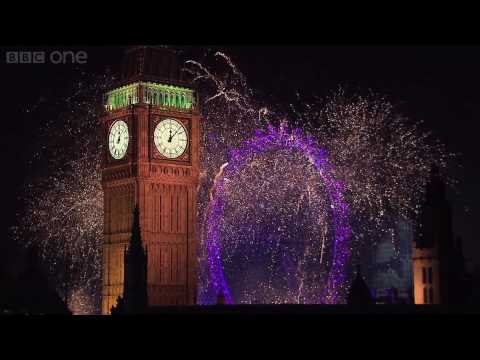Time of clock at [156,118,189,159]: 12:07
